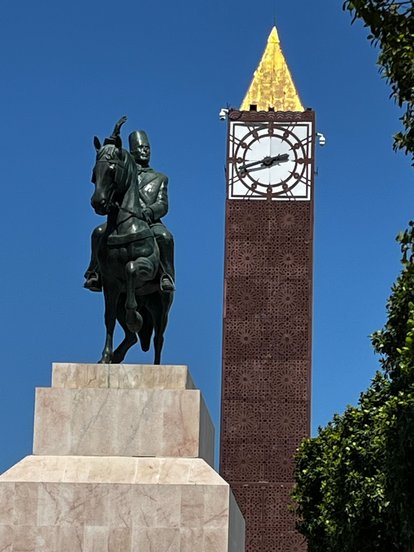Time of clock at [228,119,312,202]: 2:42
